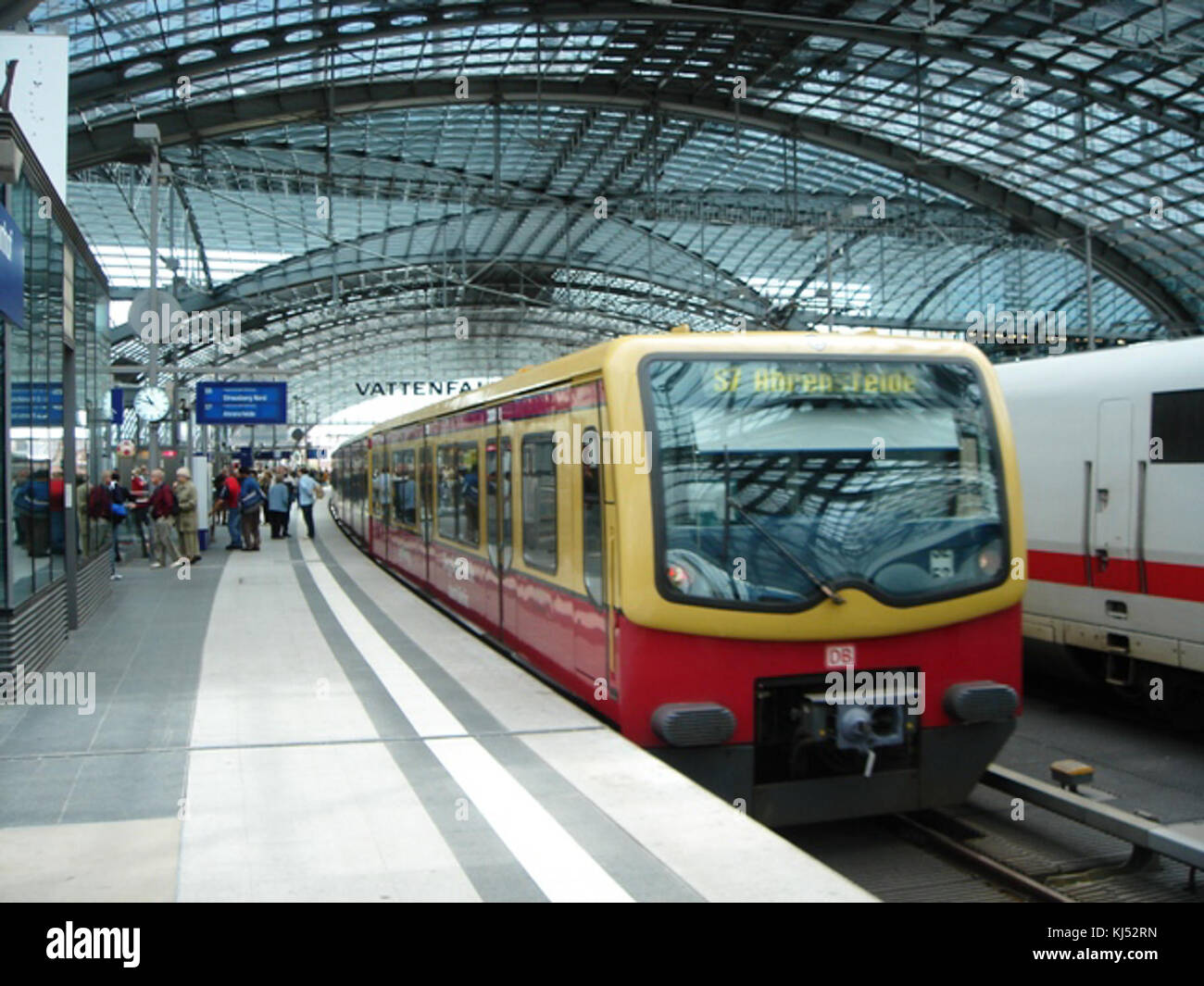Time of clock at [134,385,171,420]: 10:47
